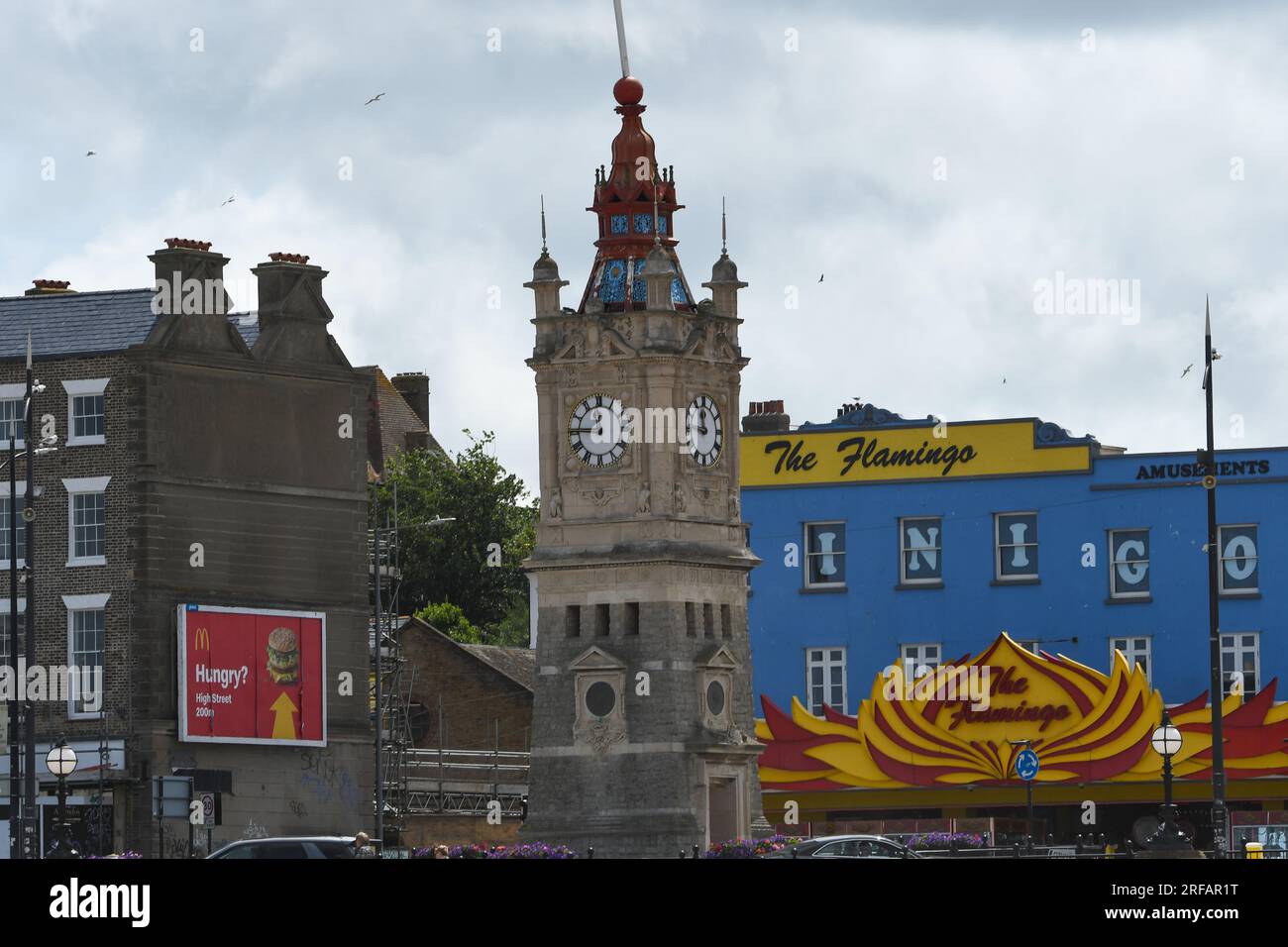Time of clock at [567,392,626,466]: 11:45
